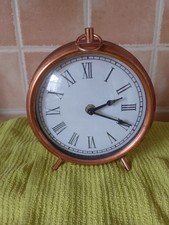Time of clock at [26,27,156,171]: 2:19
